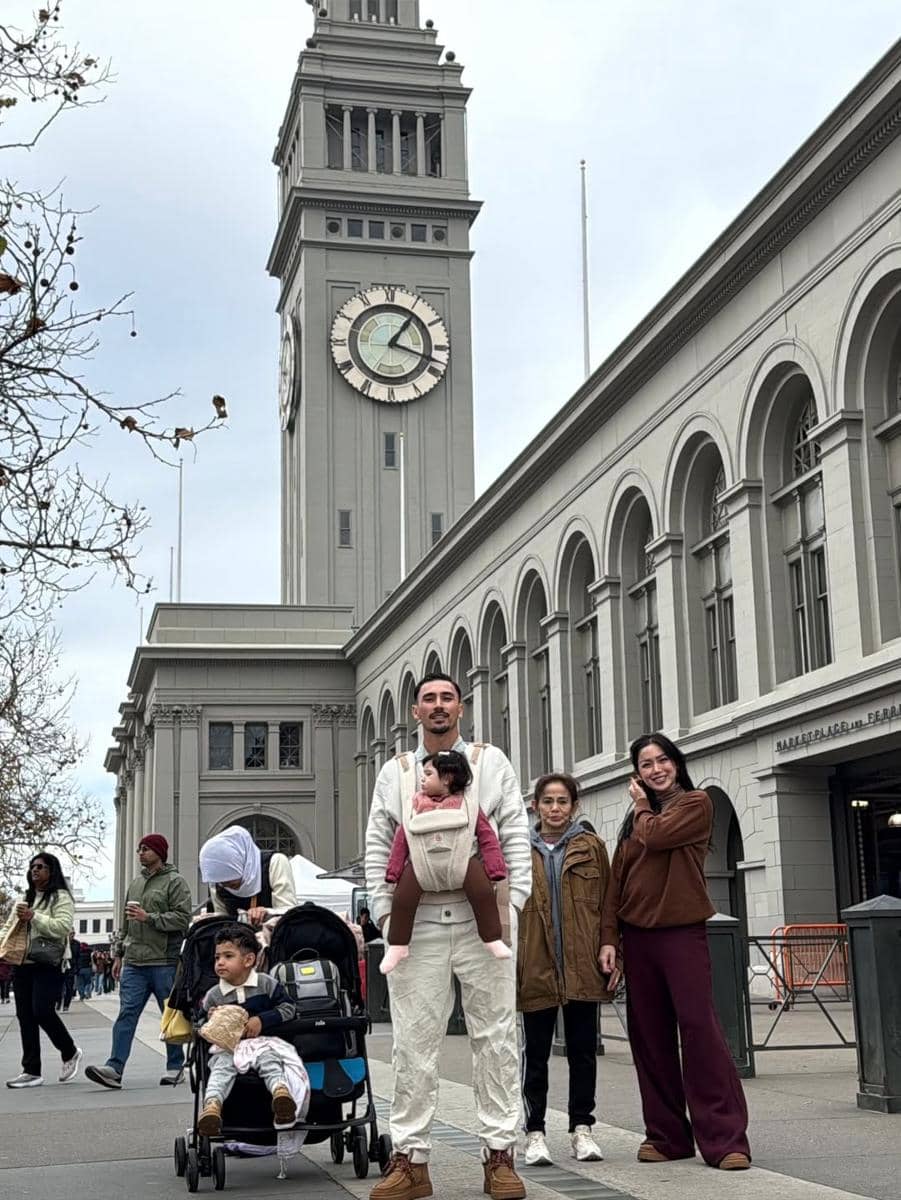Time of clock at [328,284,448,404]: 1:18
